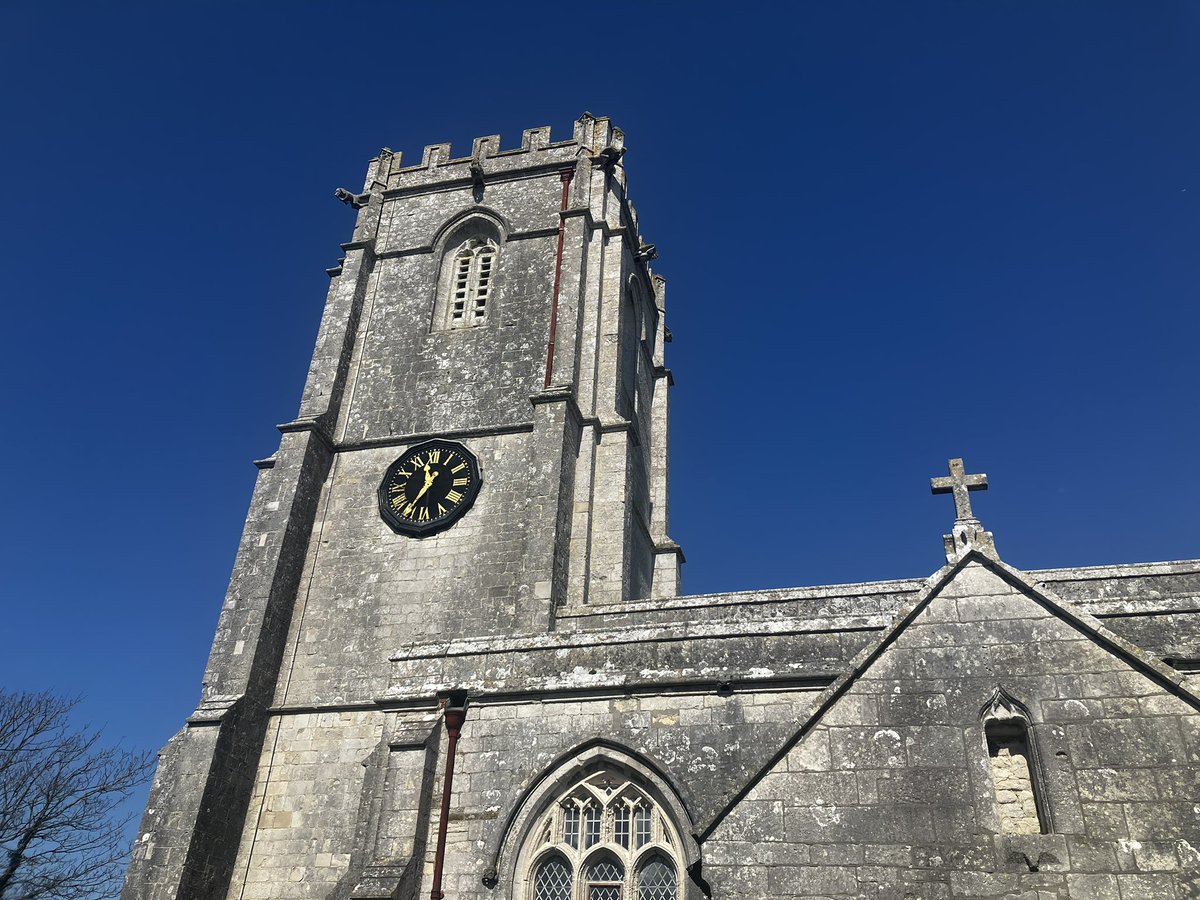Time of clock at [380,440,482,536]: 11:34
